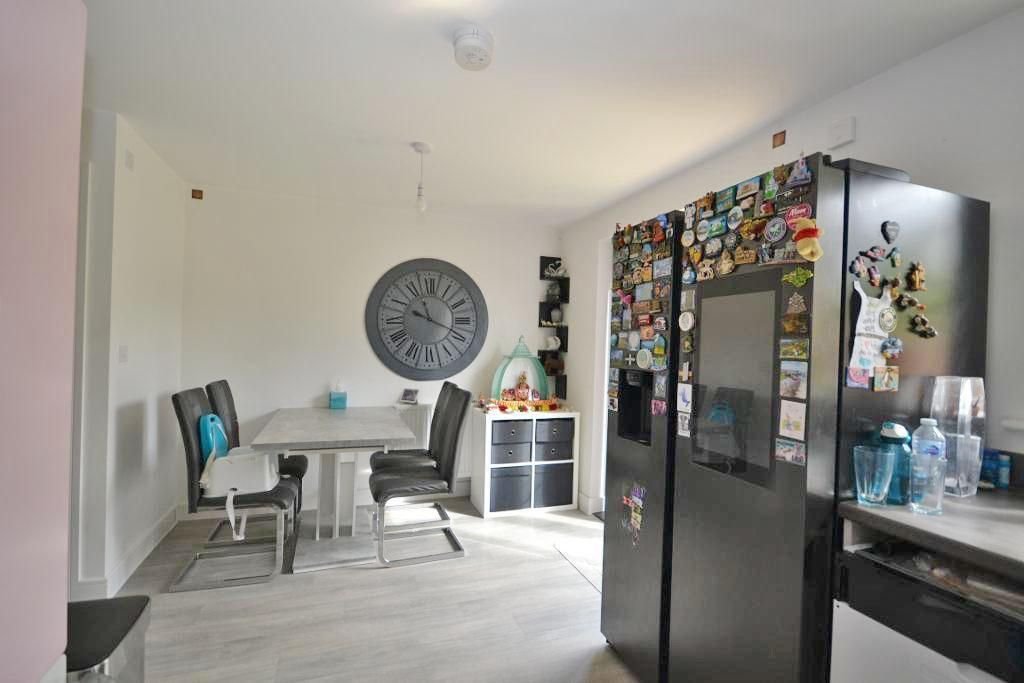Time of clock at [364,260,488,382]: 11:18
